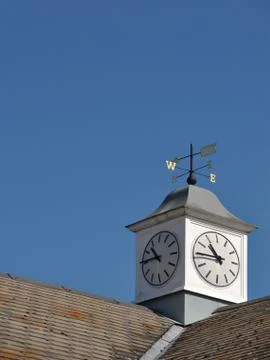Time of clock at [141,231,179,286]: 10:45
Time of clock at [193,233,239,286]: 10:45
